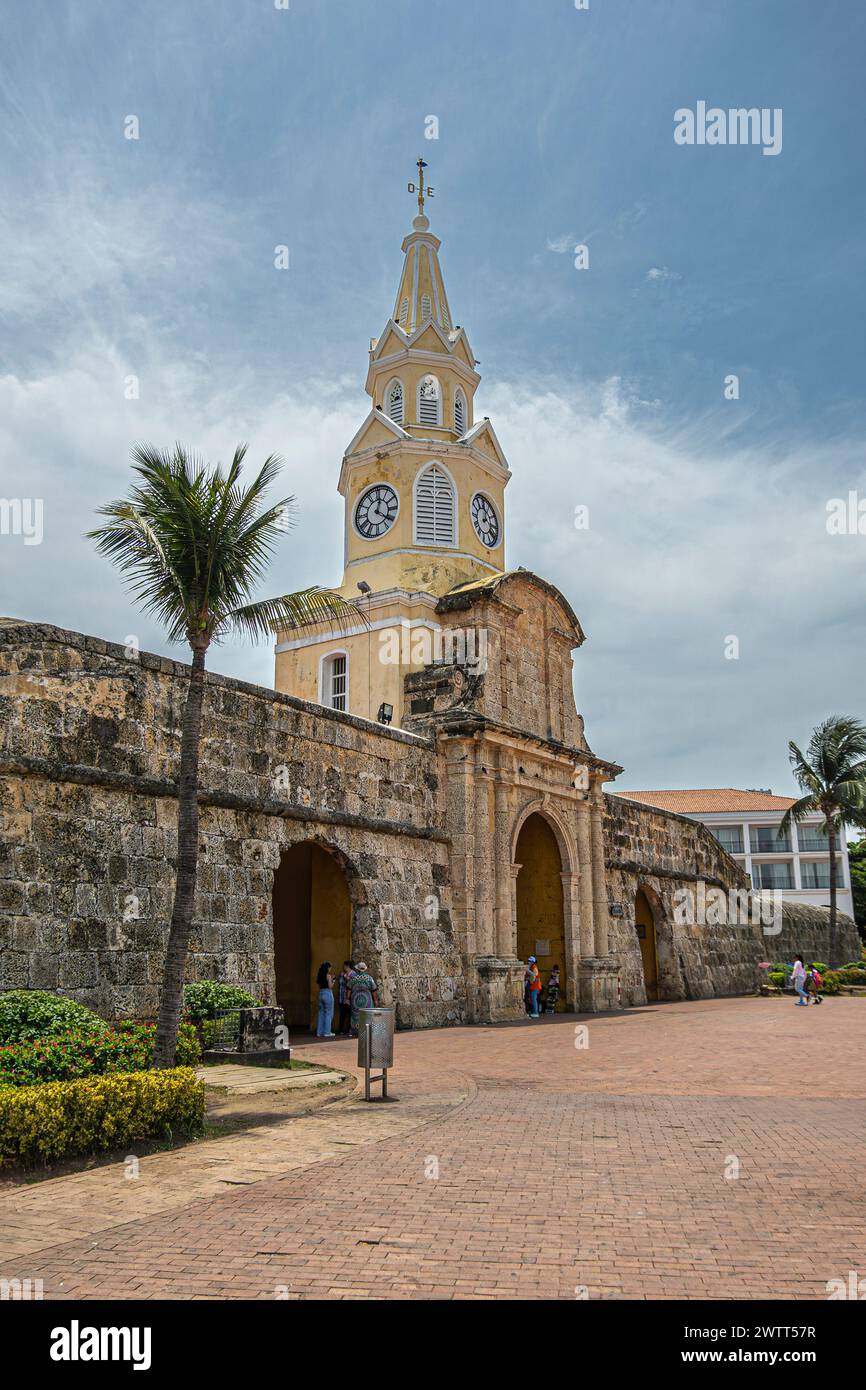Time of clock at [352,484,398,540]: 12:21
